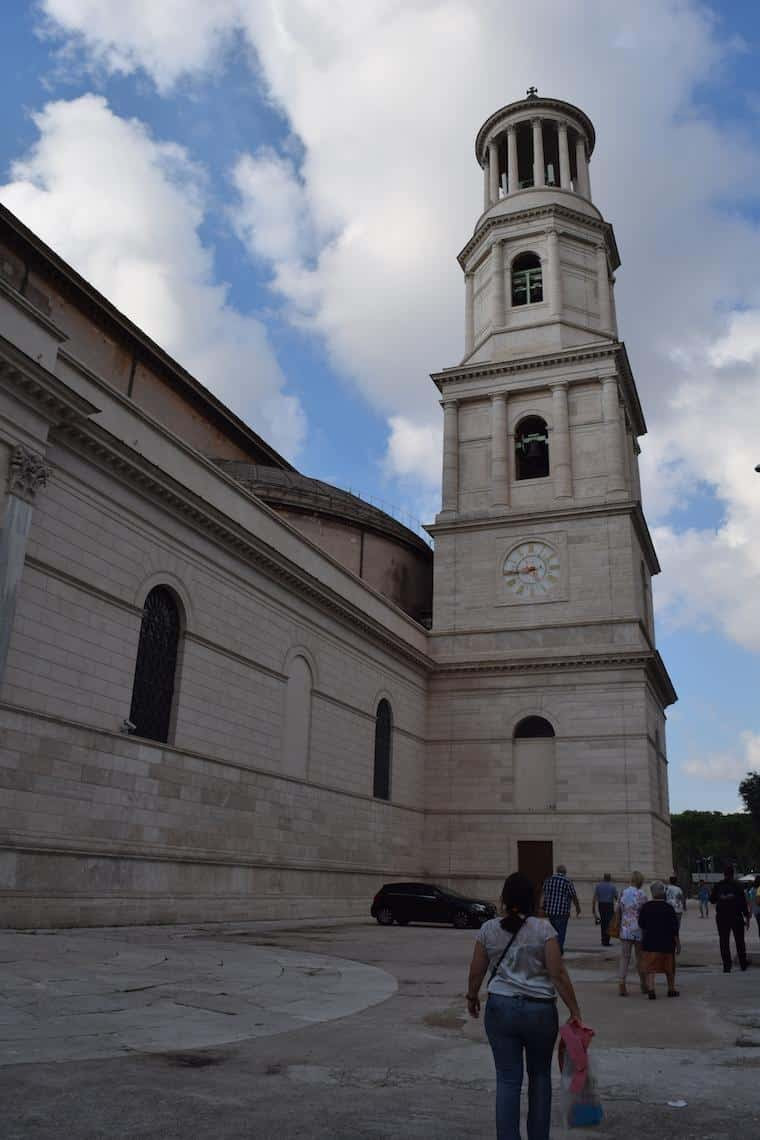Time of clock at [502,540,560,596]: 8:44
